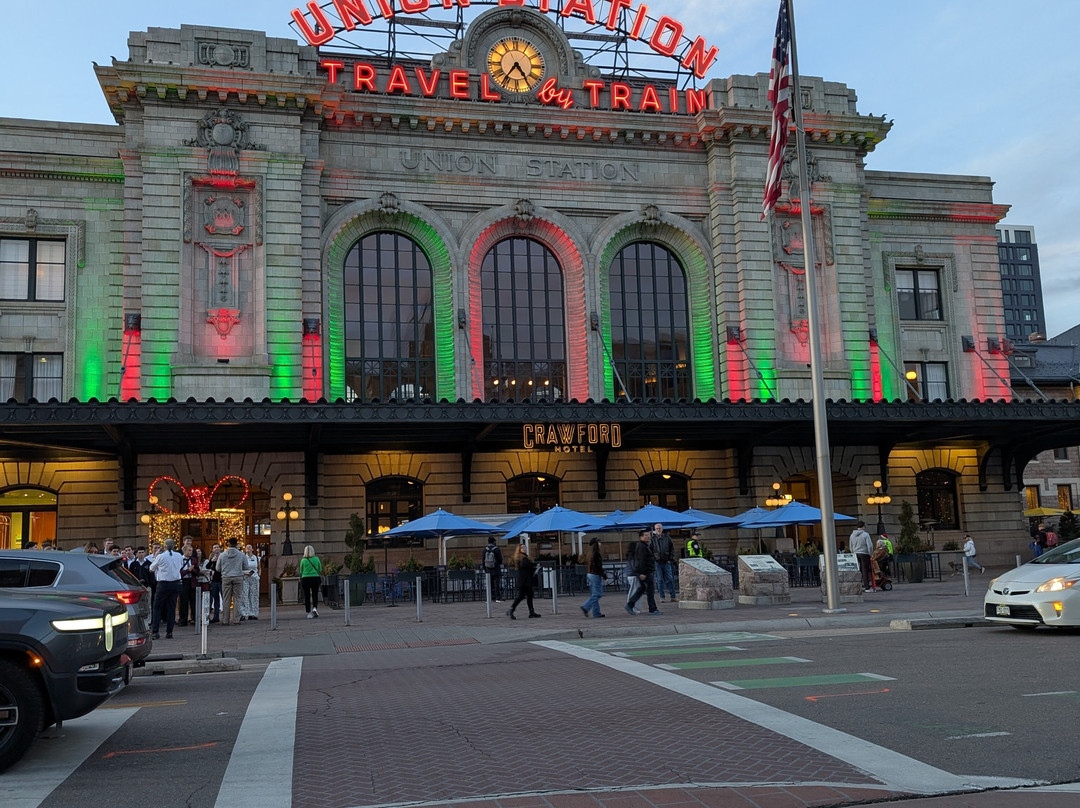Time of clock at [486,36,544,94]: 4:36
